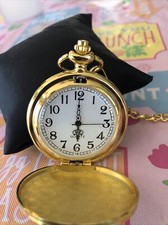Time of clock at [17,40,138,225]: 6:00
